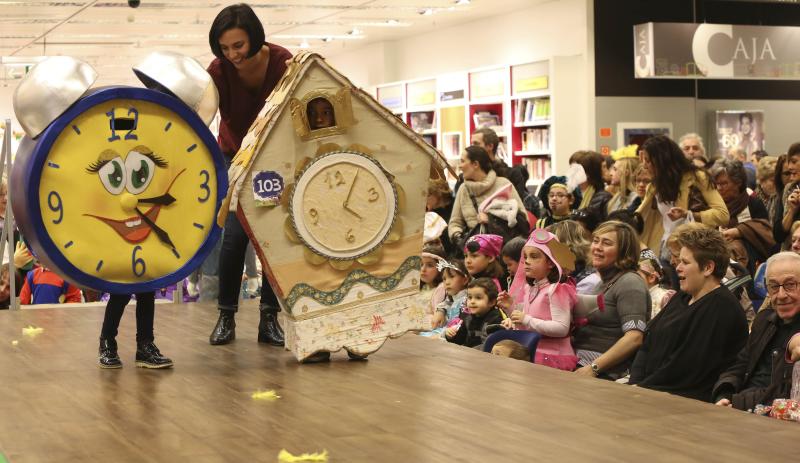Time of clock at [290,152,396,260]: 4:04
